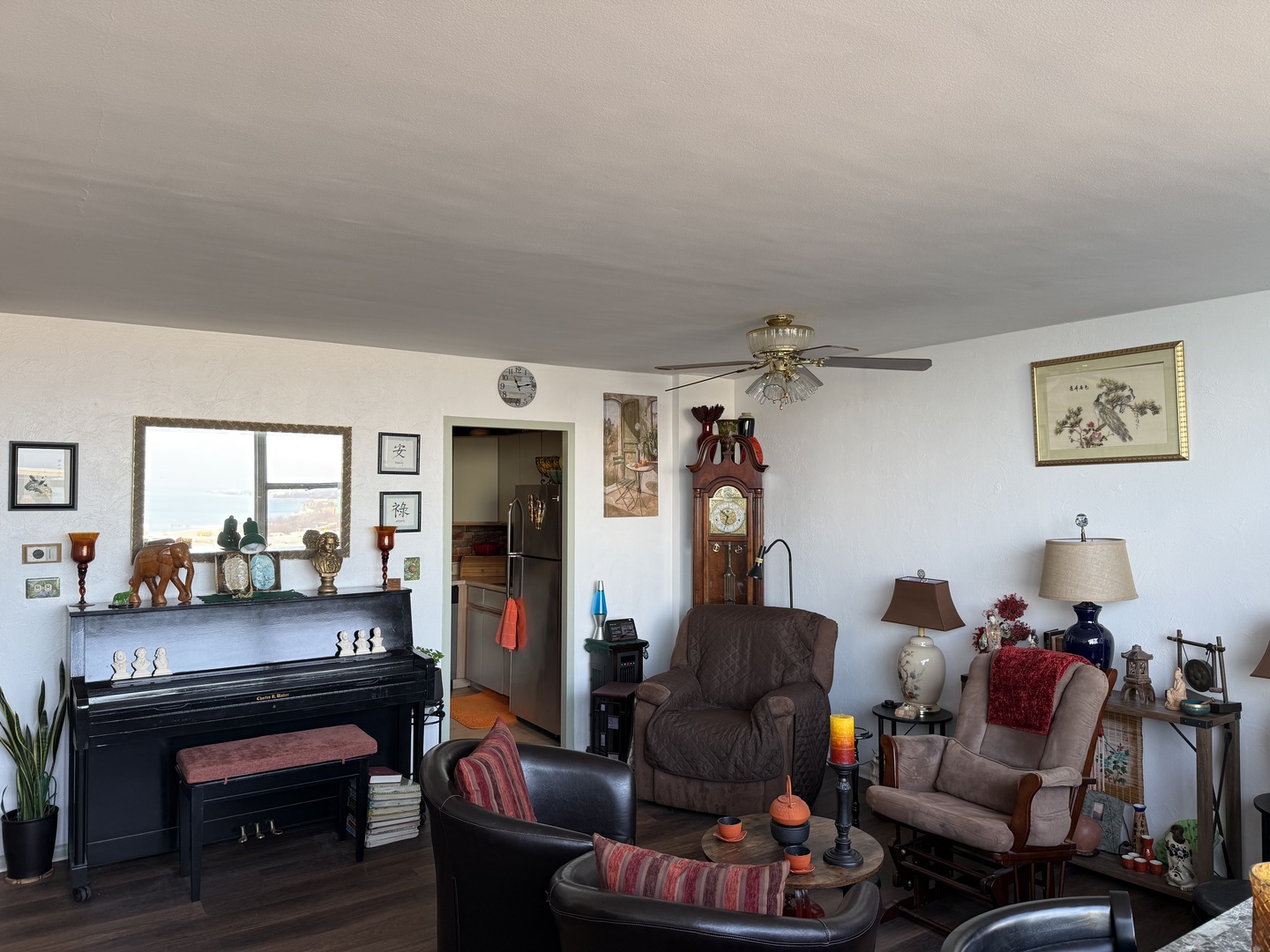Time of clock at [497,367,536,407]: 11:12
